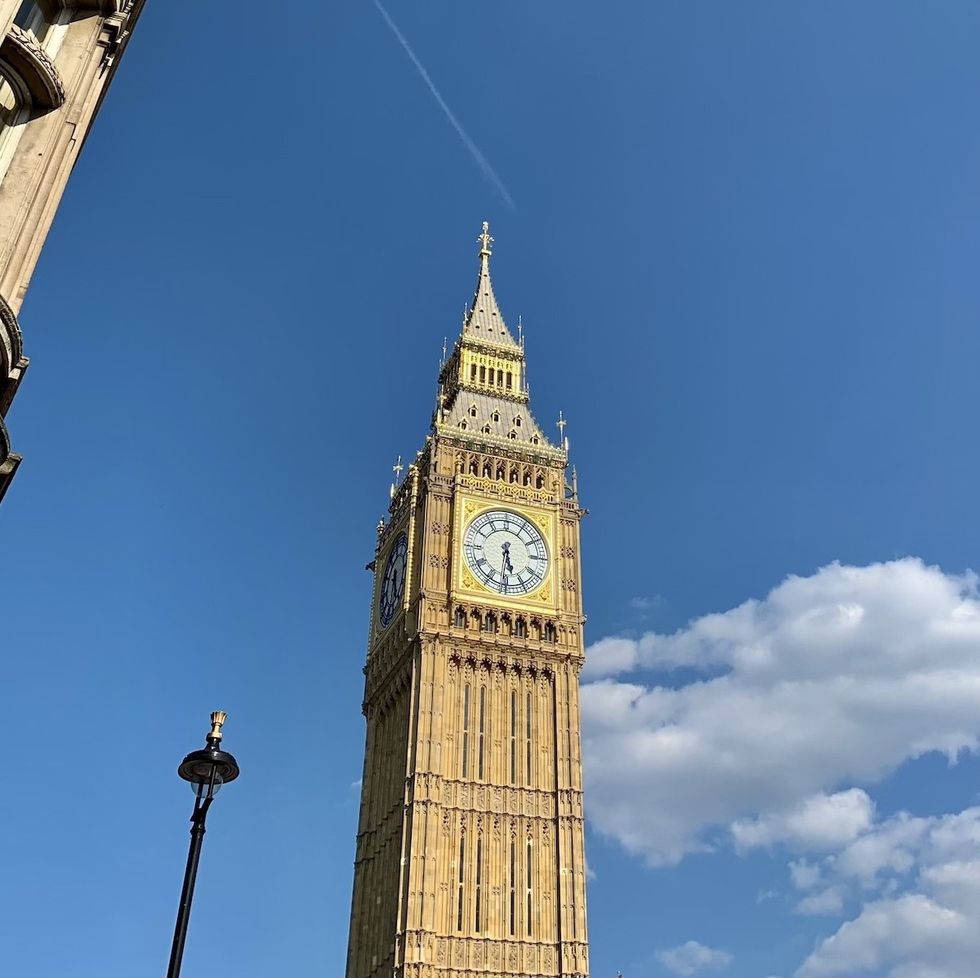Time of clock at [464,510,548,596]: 5:31
